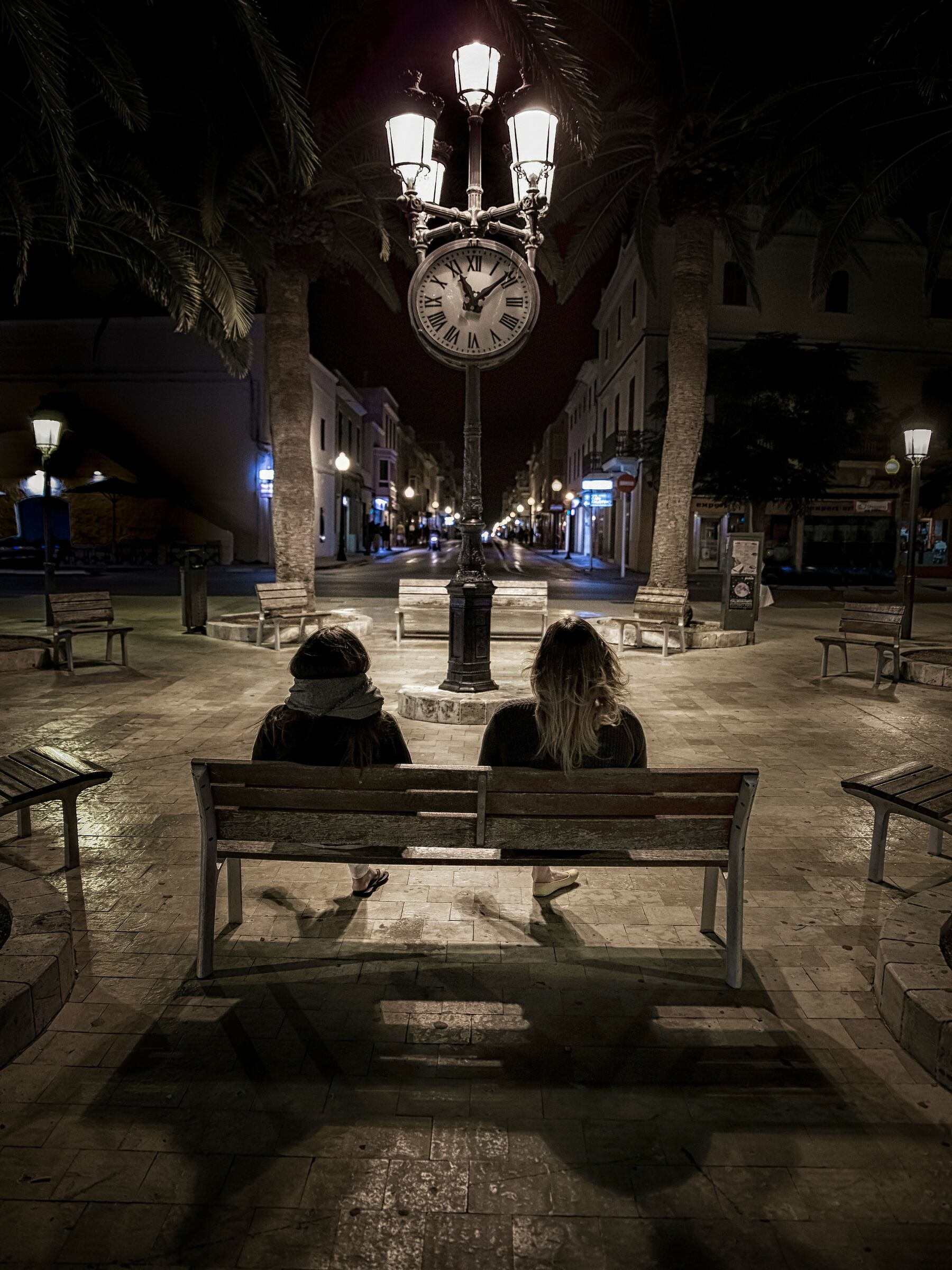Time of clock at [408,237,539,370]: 11:08
